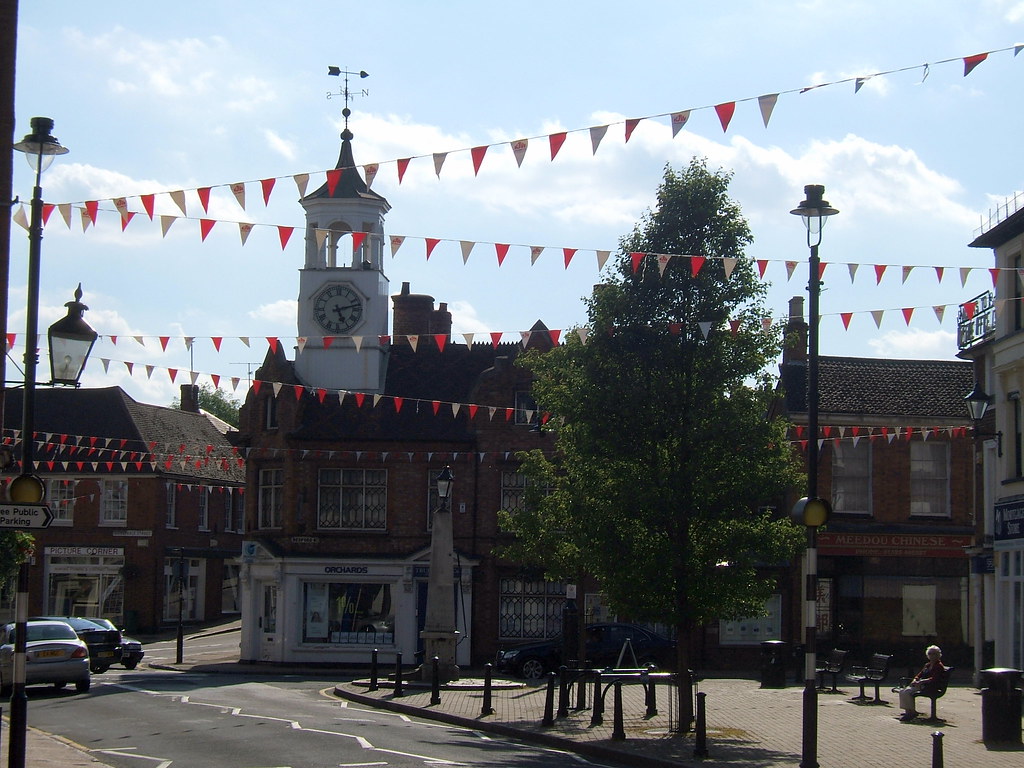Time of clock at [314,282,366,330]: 5:12
